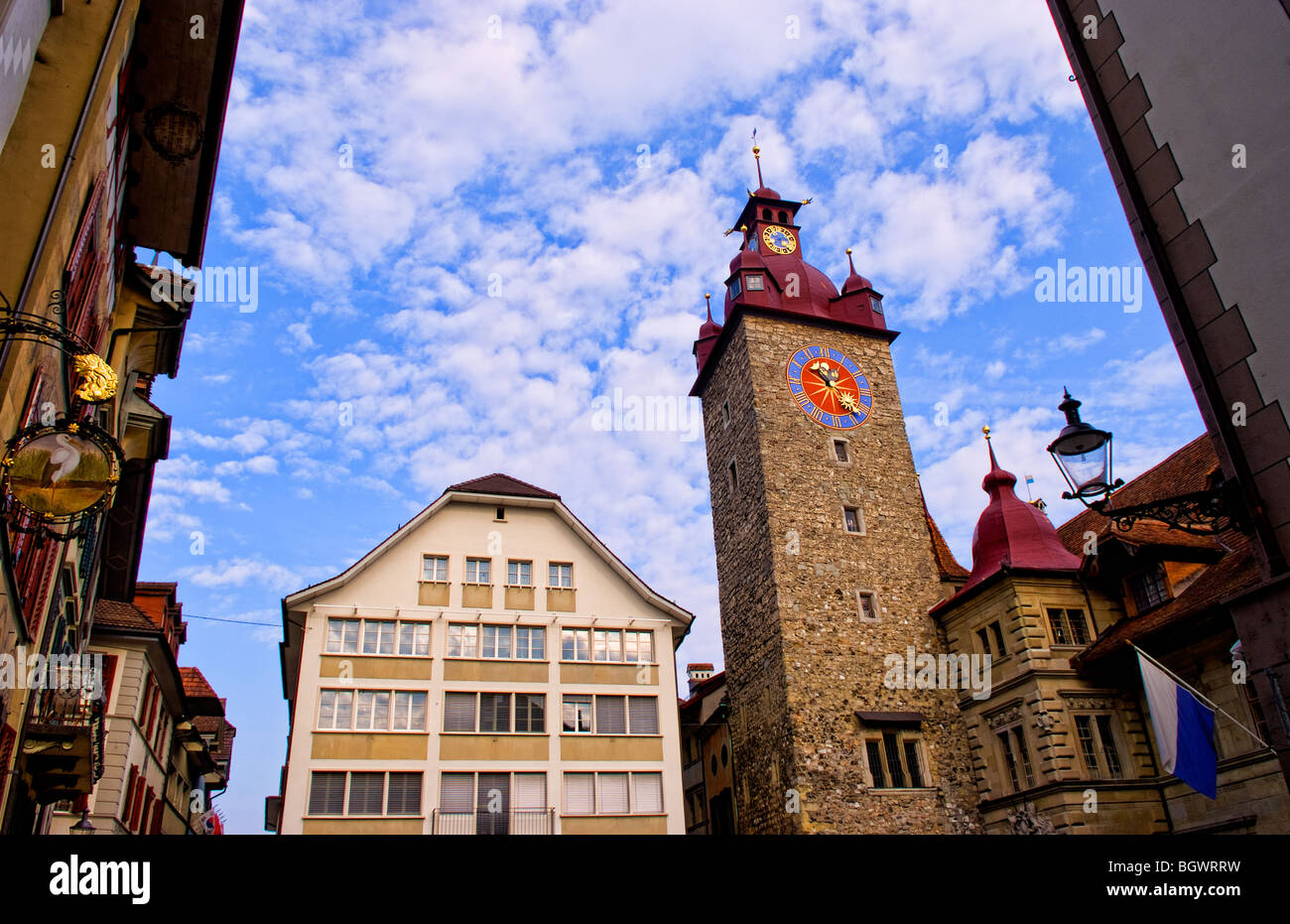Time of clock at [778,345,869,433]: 10:22
